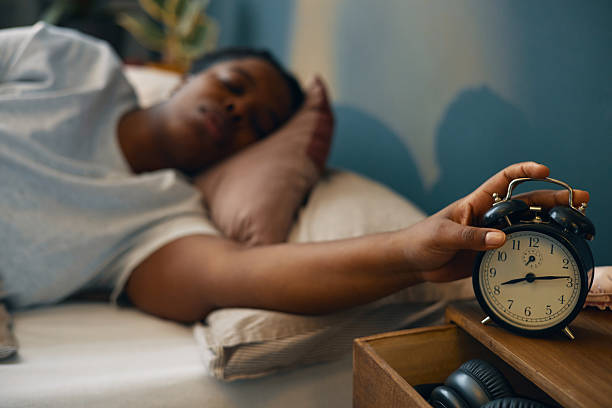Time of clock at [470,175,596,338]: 8:13
